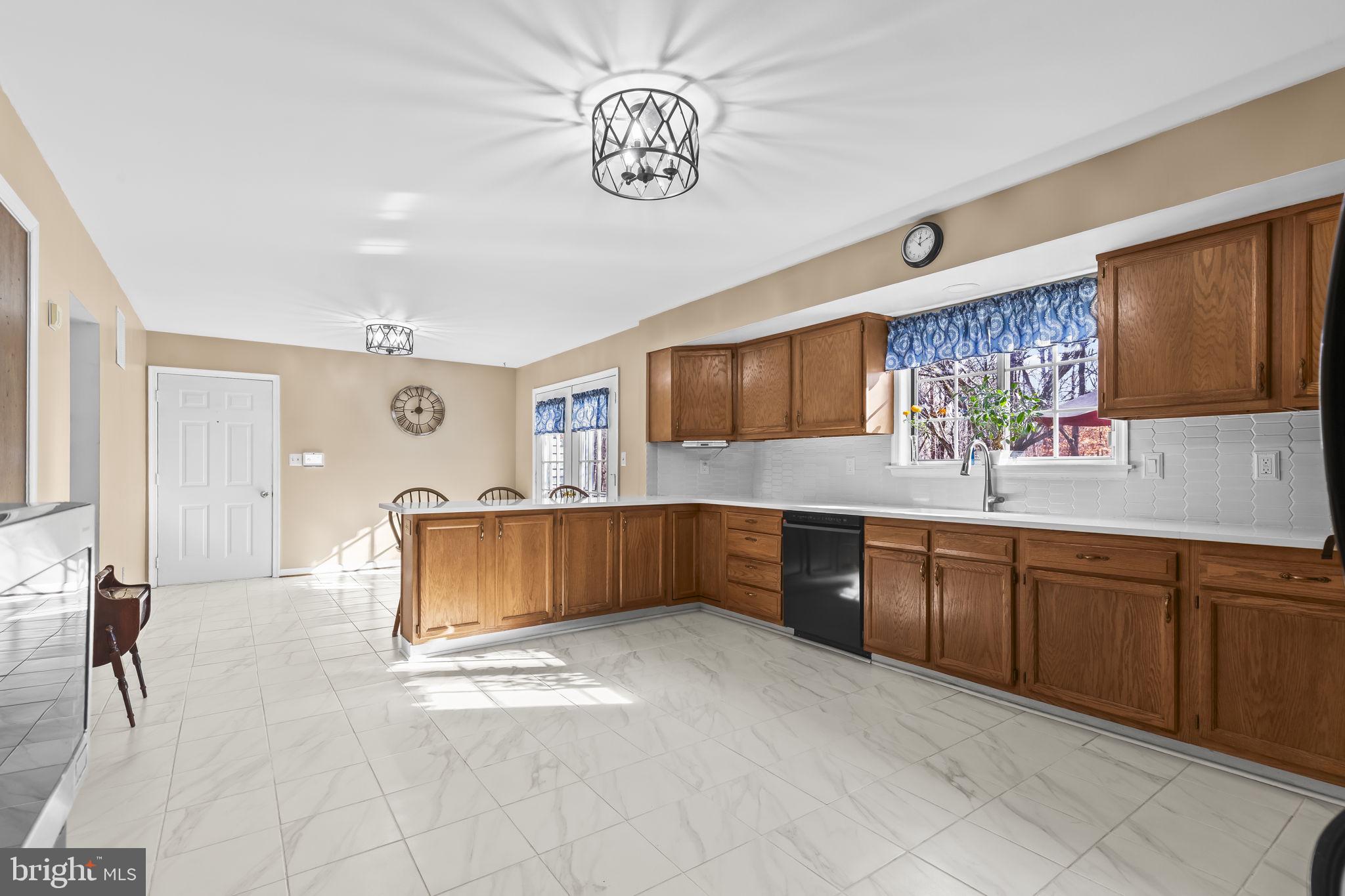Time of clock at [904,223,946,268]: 12:11
